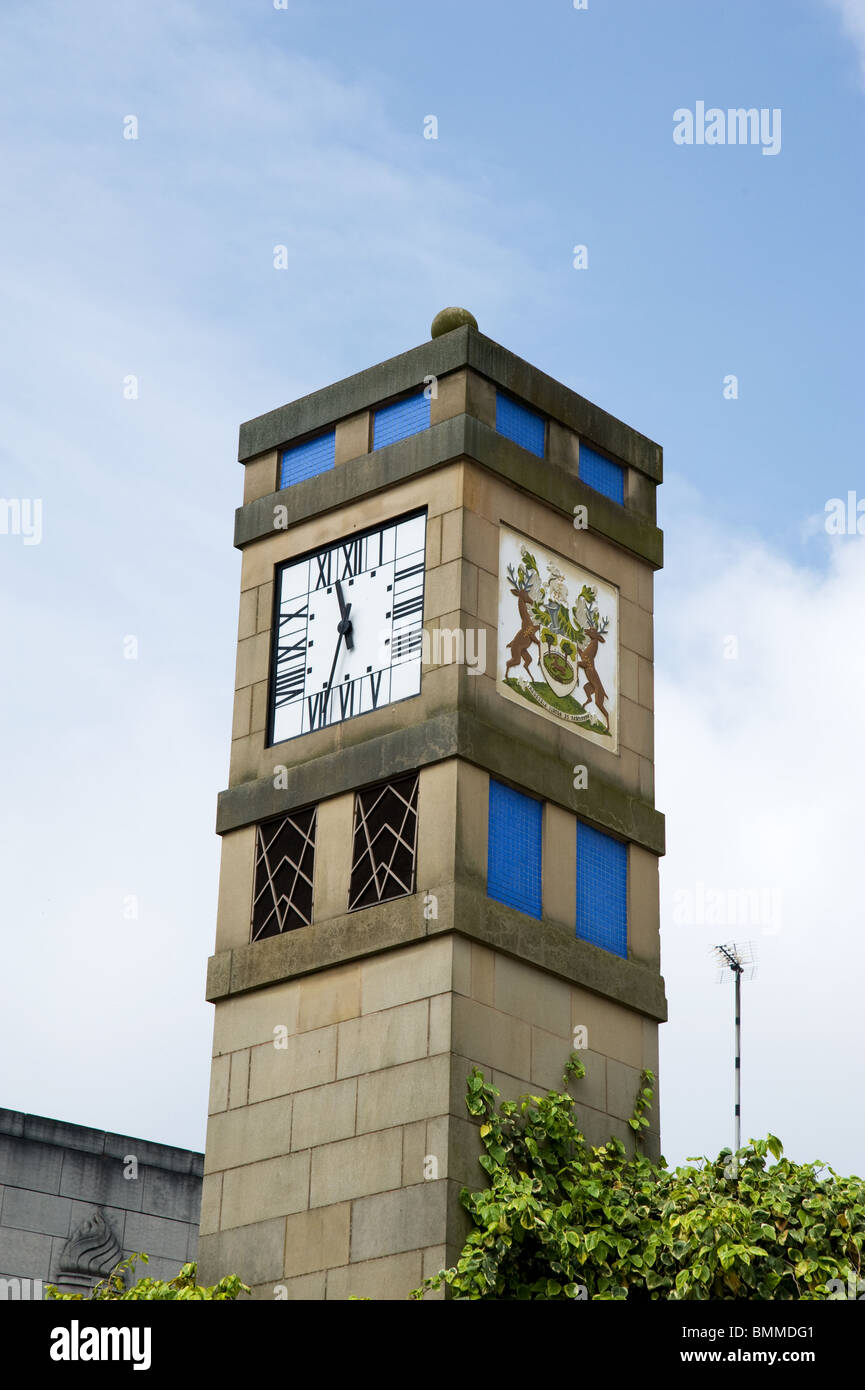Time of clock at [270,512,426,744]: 11:33
